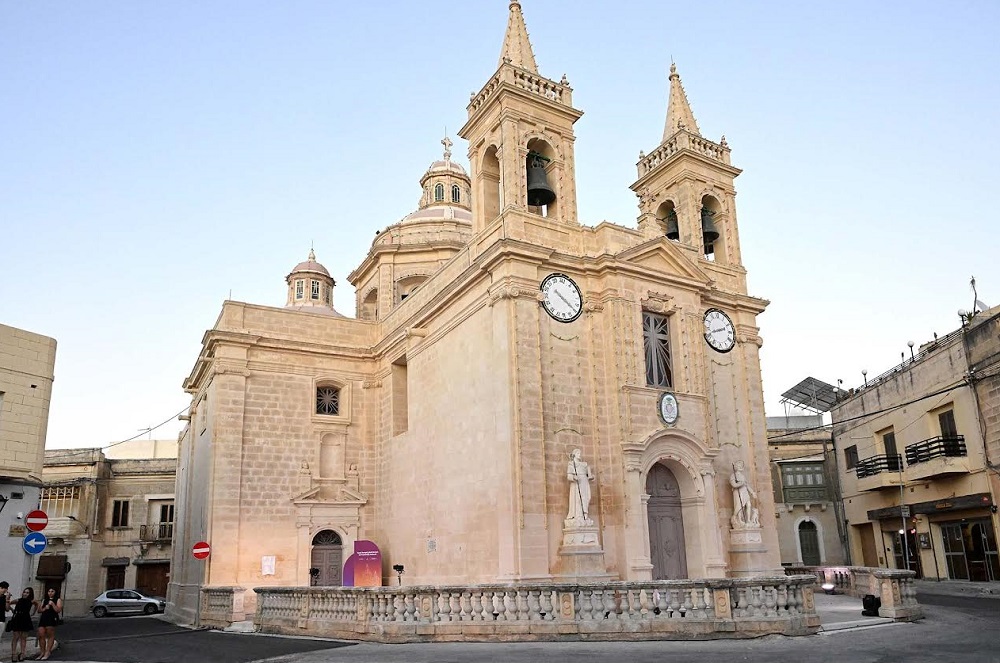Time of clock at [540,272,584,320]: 10:20
